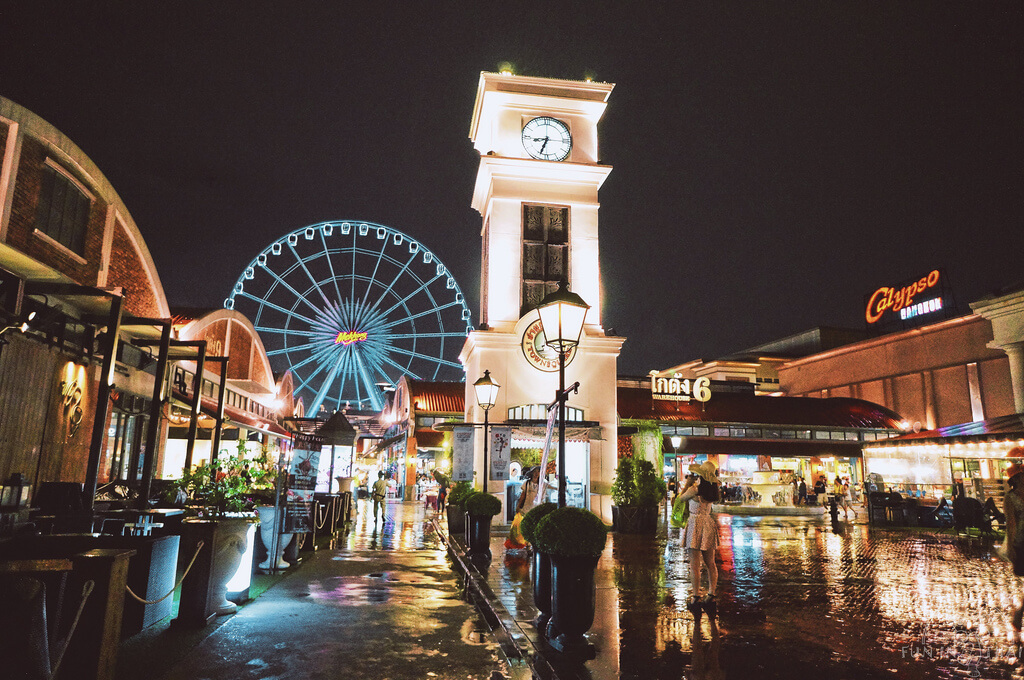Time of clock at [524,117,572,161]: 8:33
